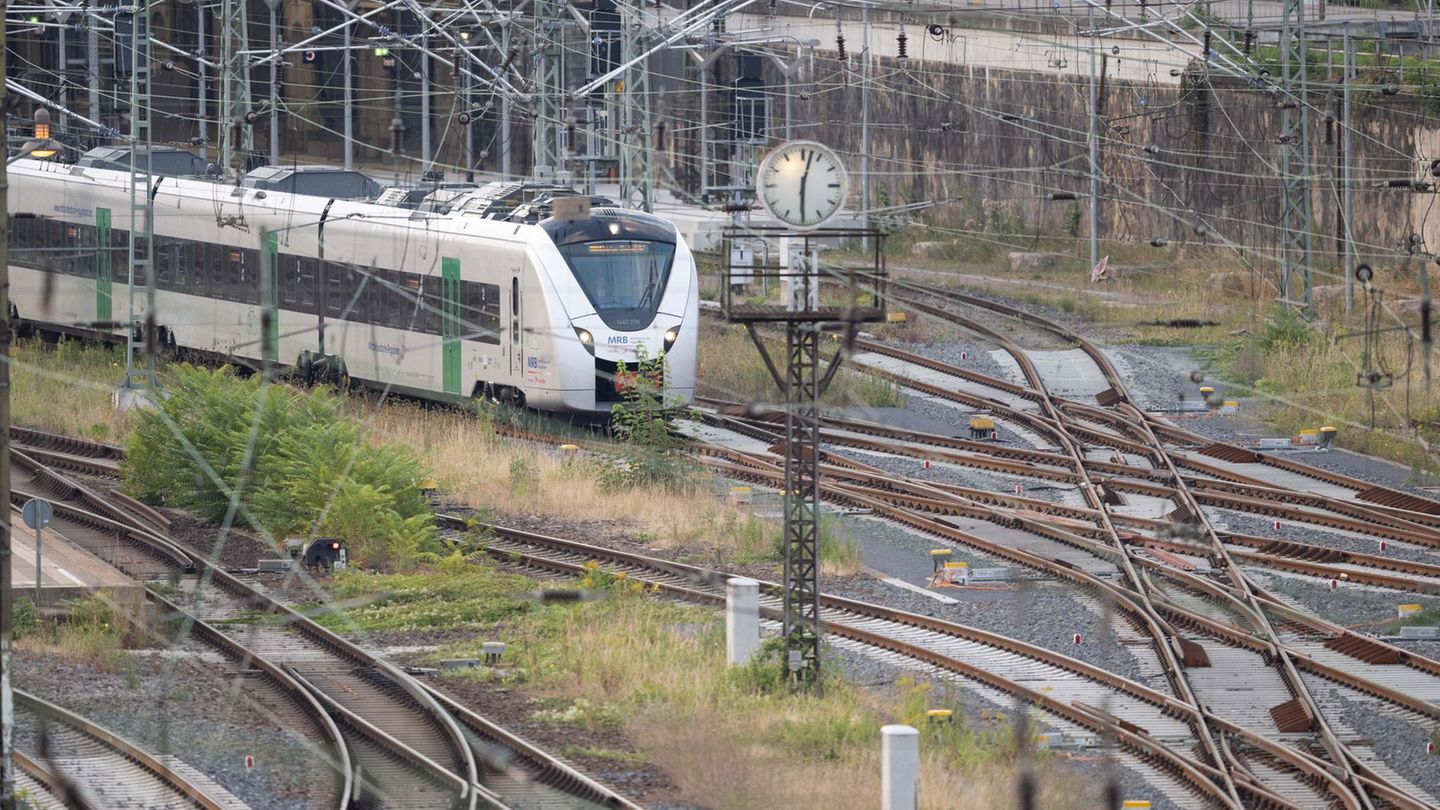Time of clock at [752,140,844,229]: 6:02
